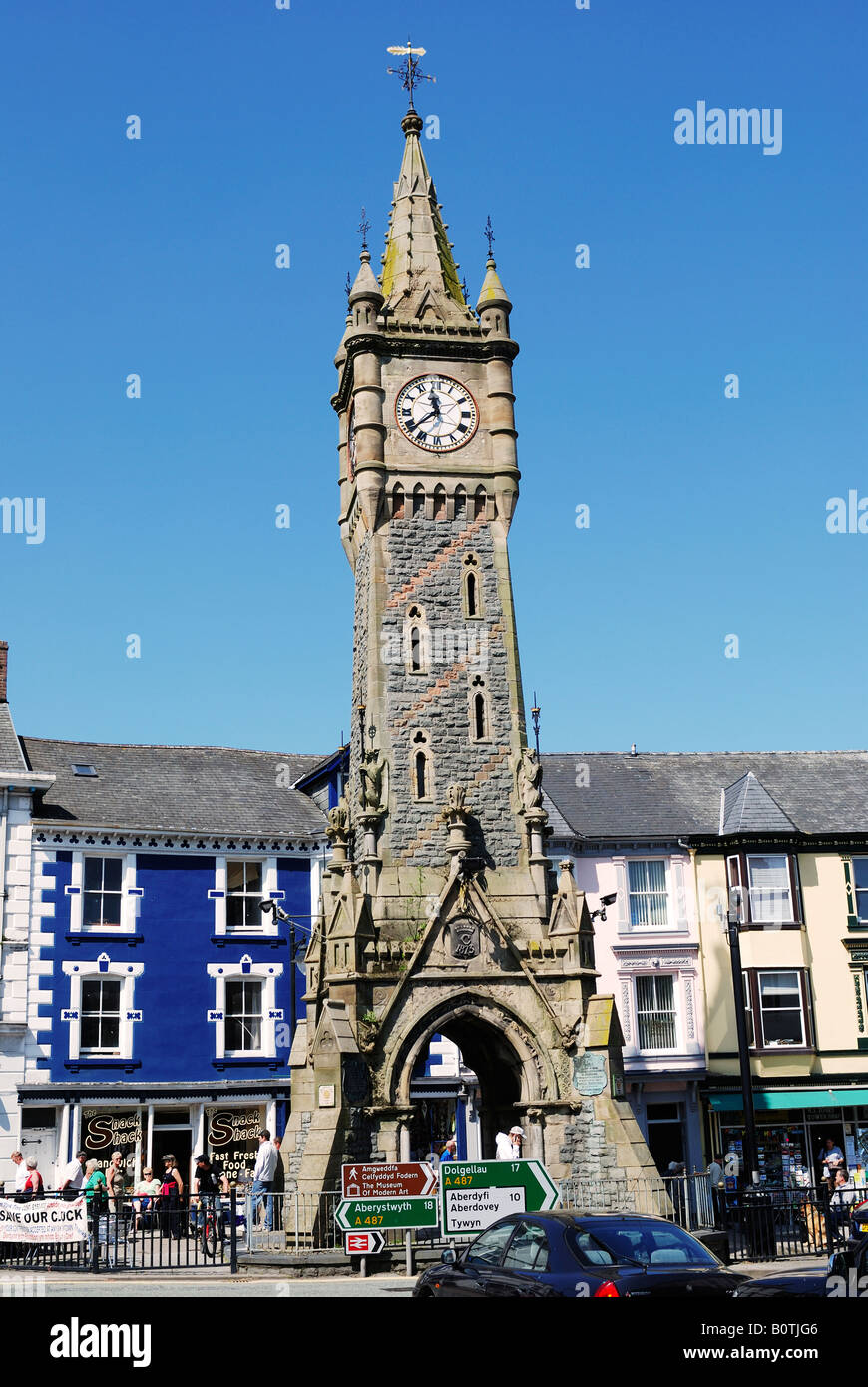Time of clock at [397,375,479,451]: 11:38
